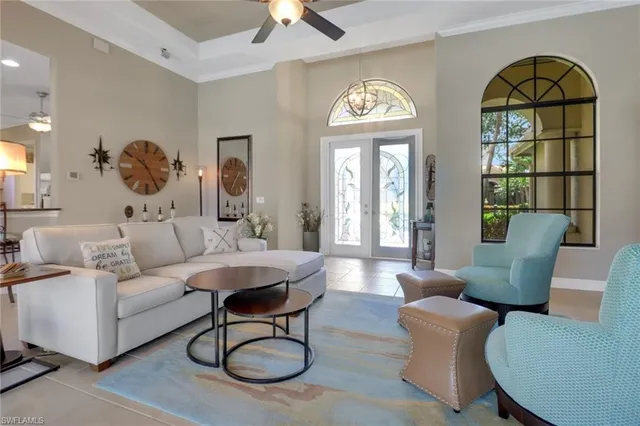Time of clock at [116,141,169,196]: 10:24
